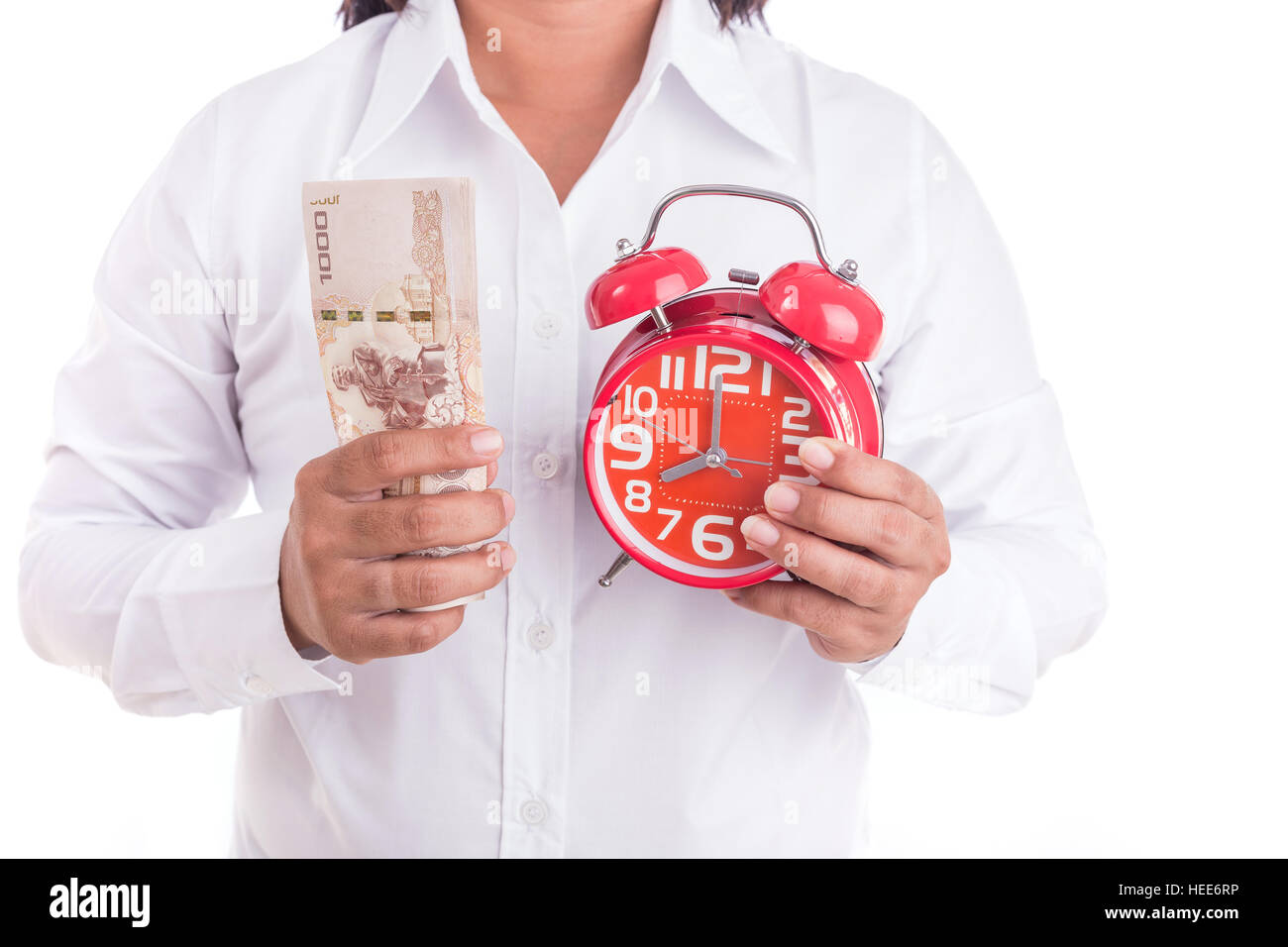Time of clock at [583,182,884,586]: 8:00
